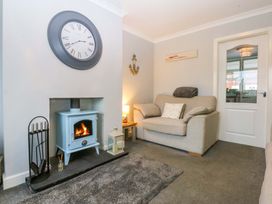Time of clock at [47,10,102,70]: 2:40
